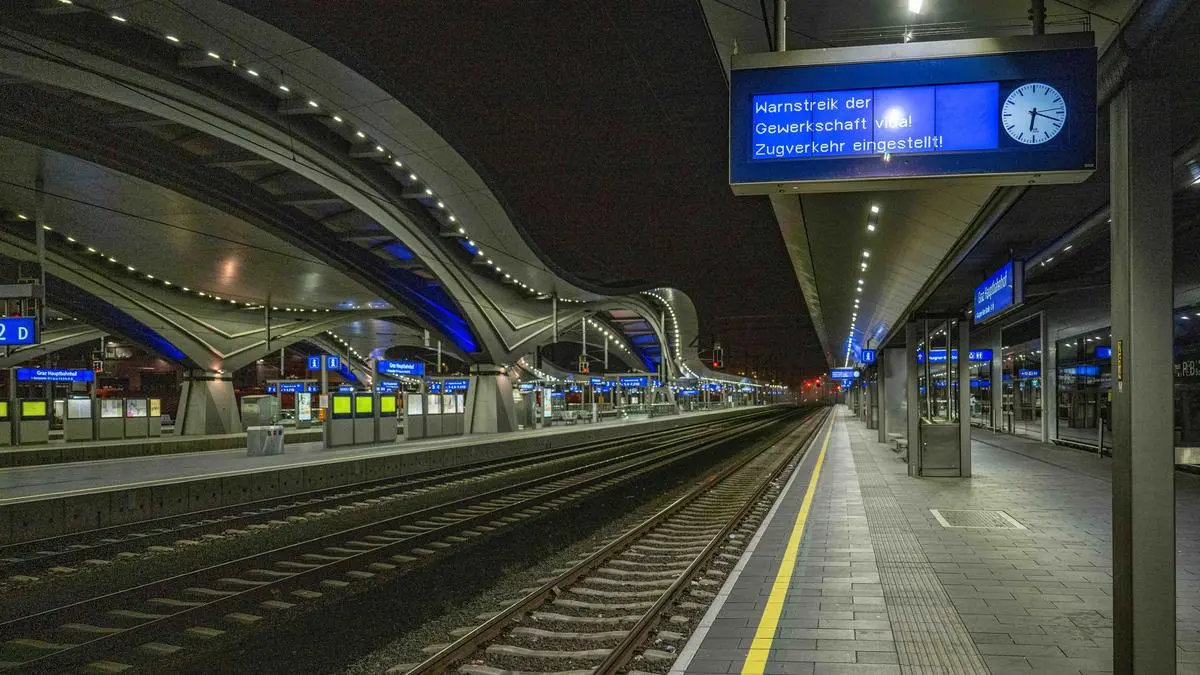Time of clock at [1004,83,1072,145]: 6:18
